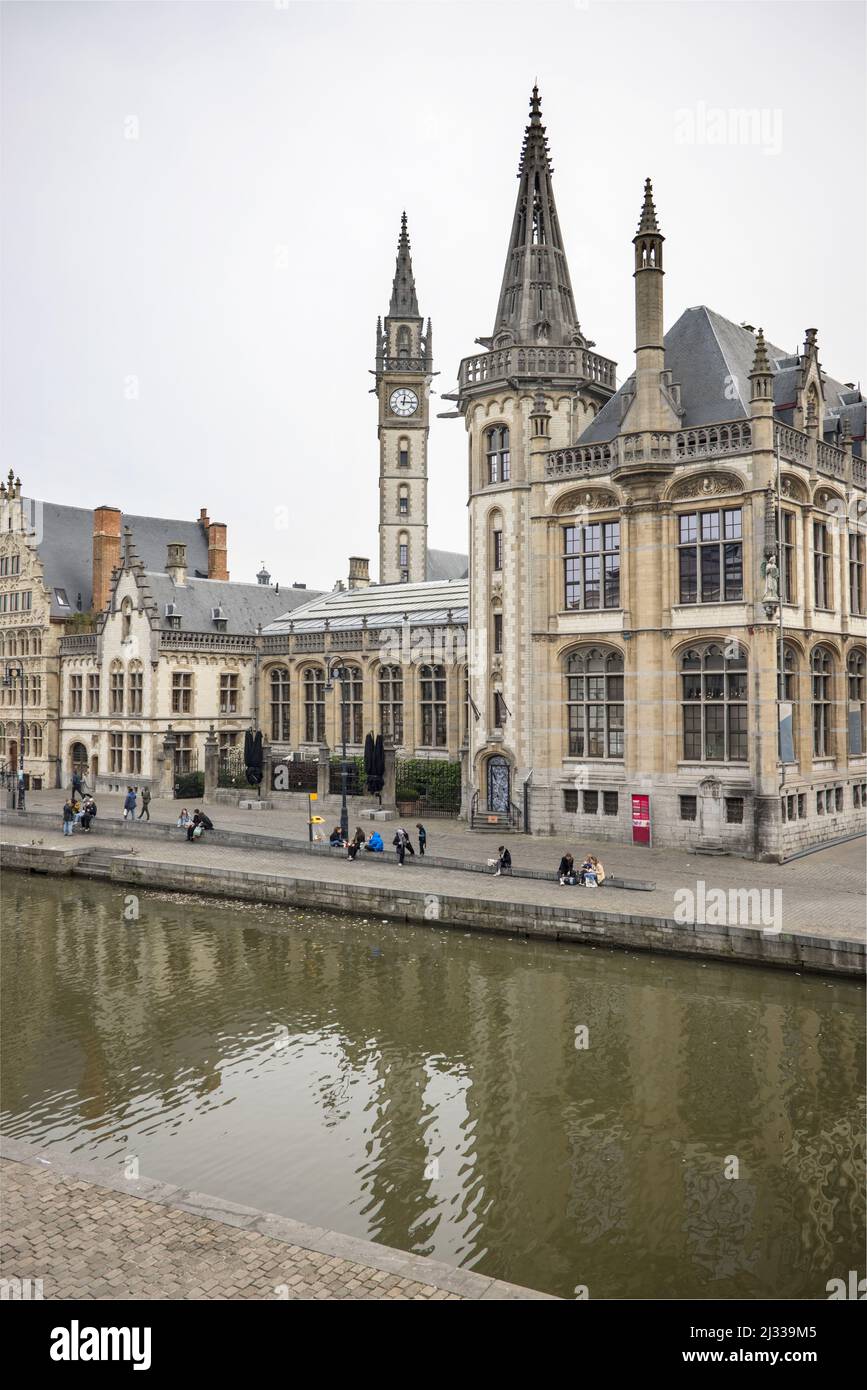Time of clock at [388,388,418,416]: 12:15
